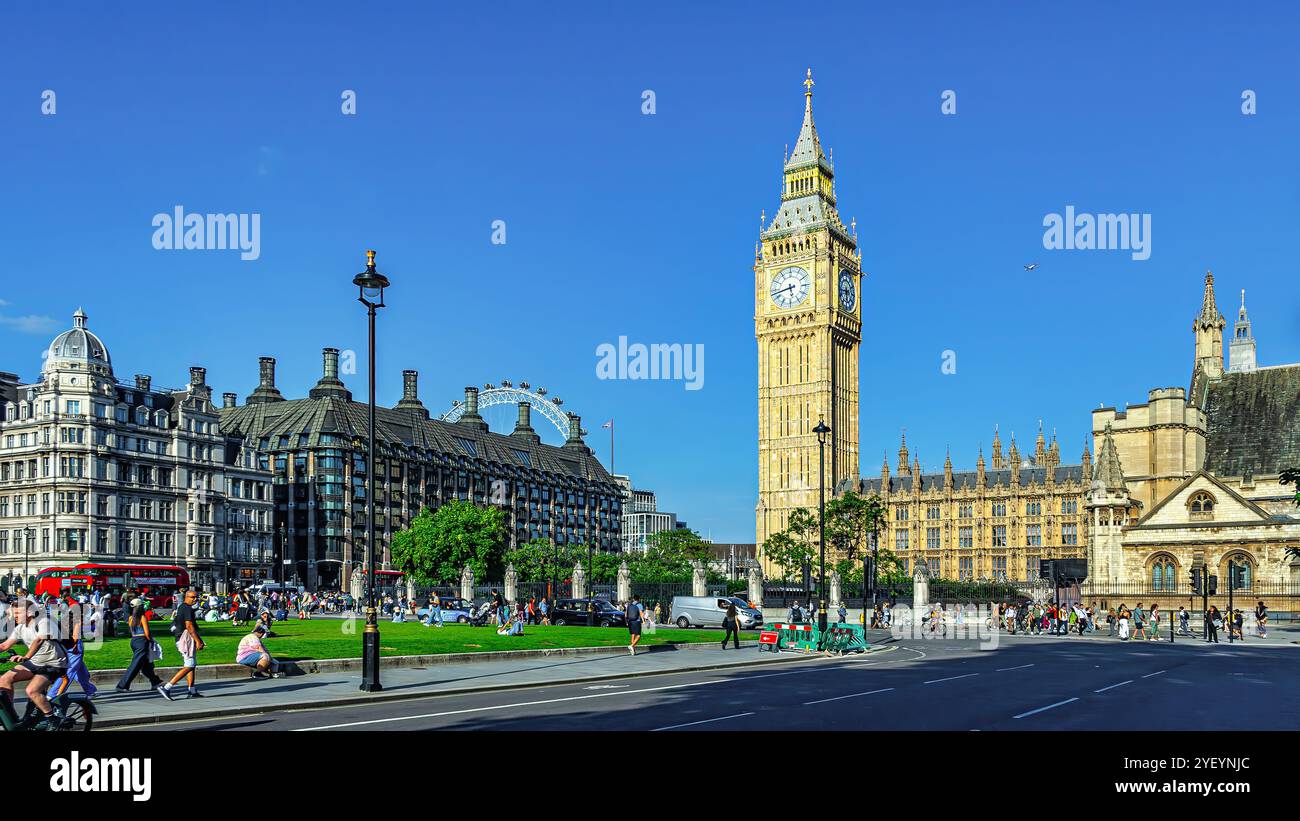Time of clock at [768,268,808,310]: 5:42
